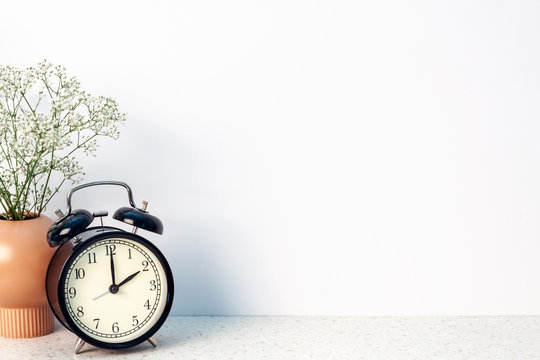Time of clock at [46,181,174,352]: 2:00
